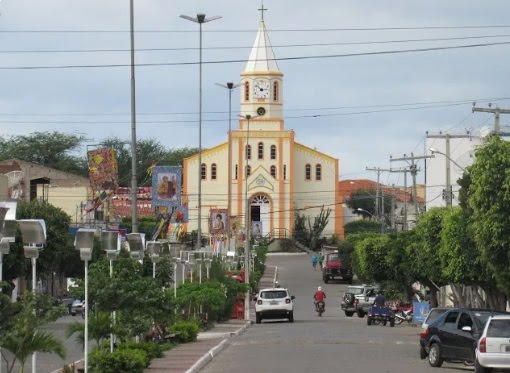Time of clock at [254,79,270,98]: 2:52
